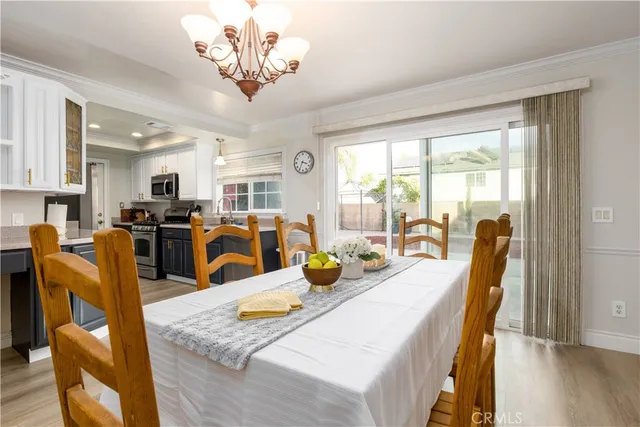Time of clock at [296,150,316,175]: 3:35
